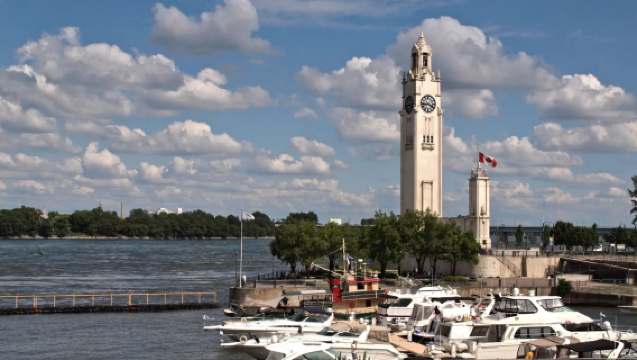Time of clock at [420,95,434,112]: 3:43
